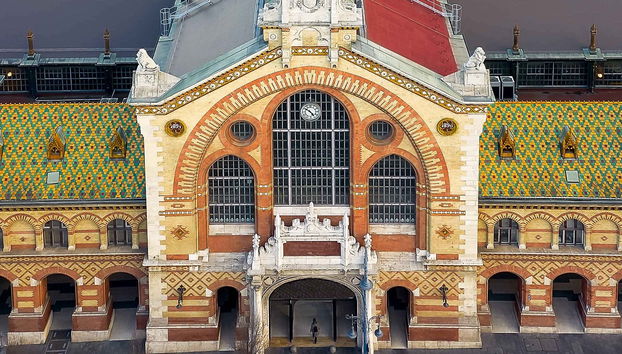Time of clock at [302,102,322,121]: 4:50
